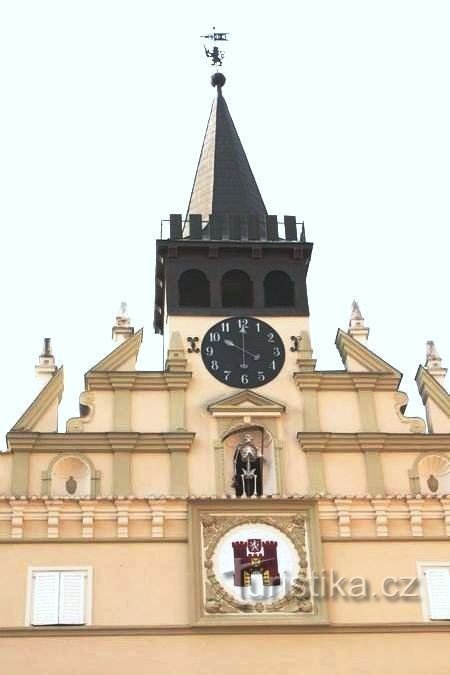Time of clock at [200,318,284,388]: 10:00
